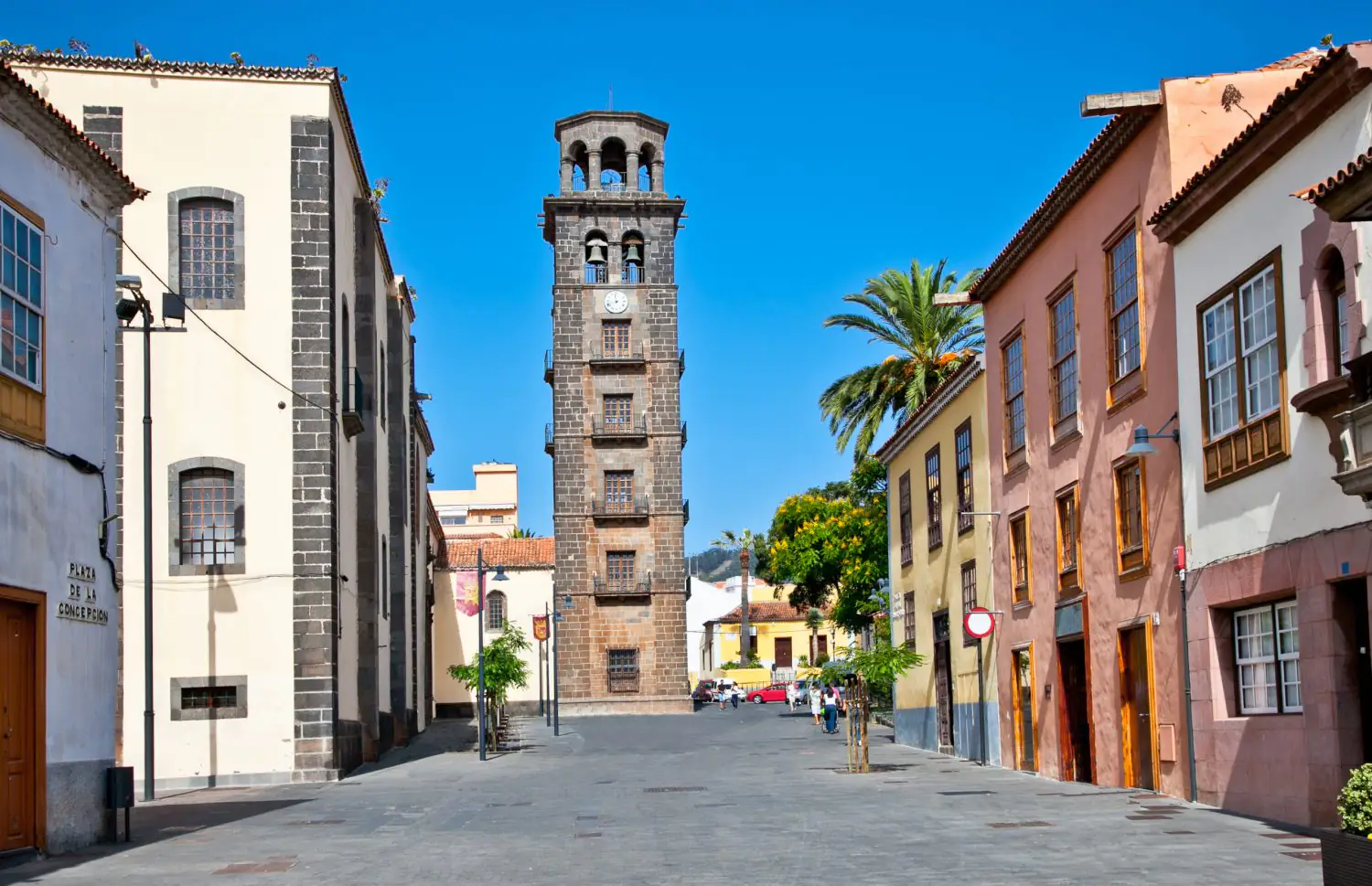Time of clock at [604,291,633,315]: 11:42
